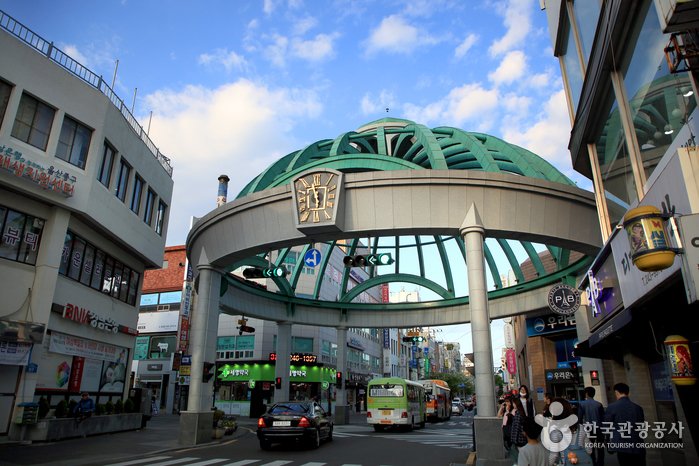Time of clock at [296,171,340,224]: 11:57
